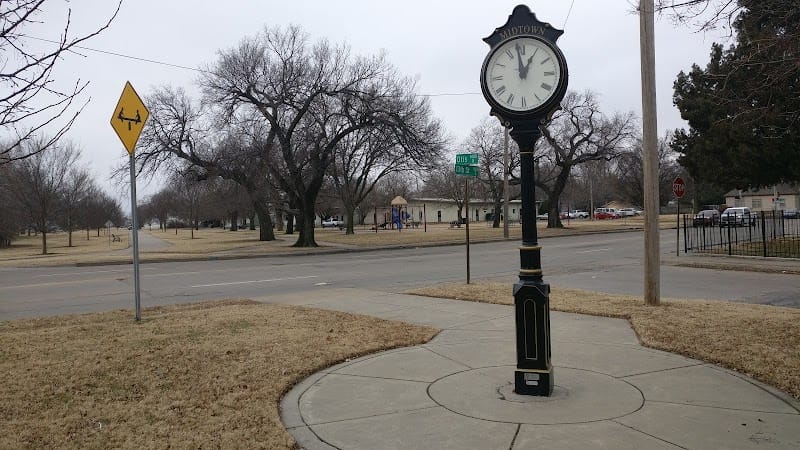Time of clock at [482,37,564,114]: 12:58
